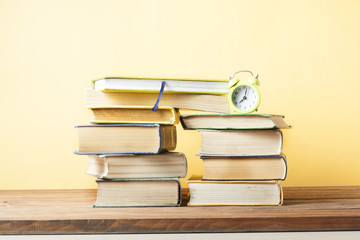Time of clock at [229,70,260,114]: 8:02
